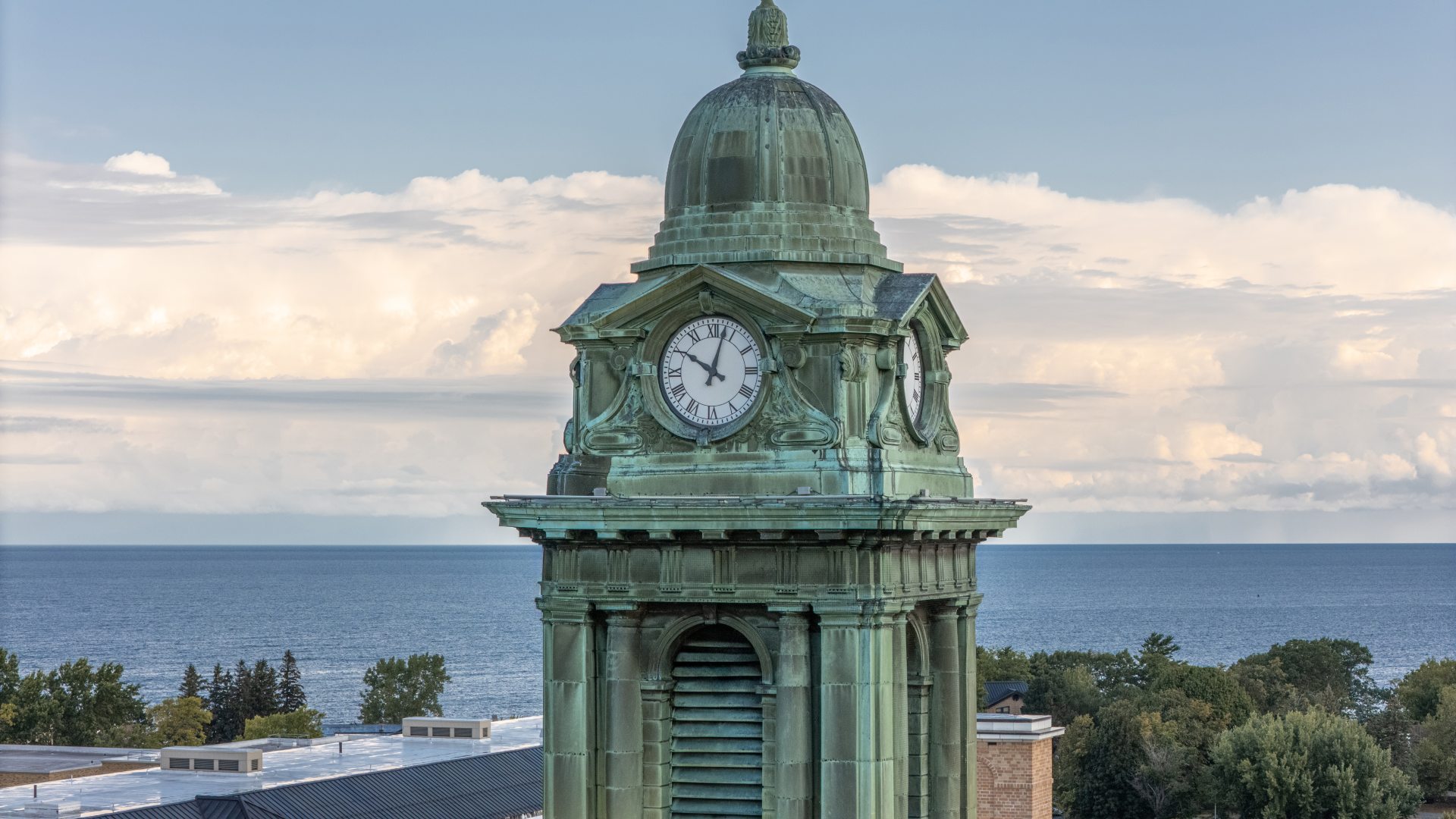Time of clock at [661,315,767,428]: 10:02
